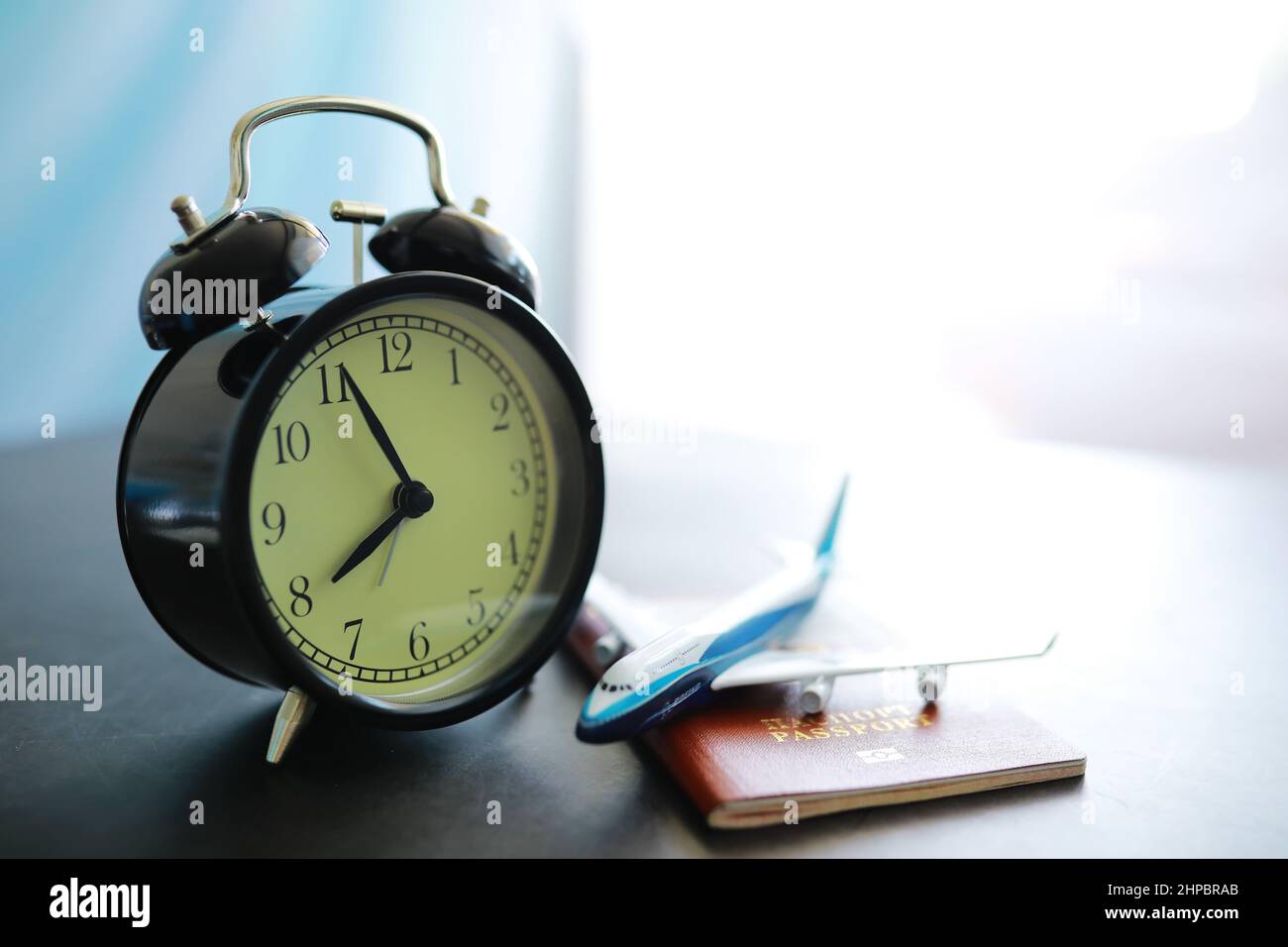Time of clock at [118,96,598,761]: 7:55
